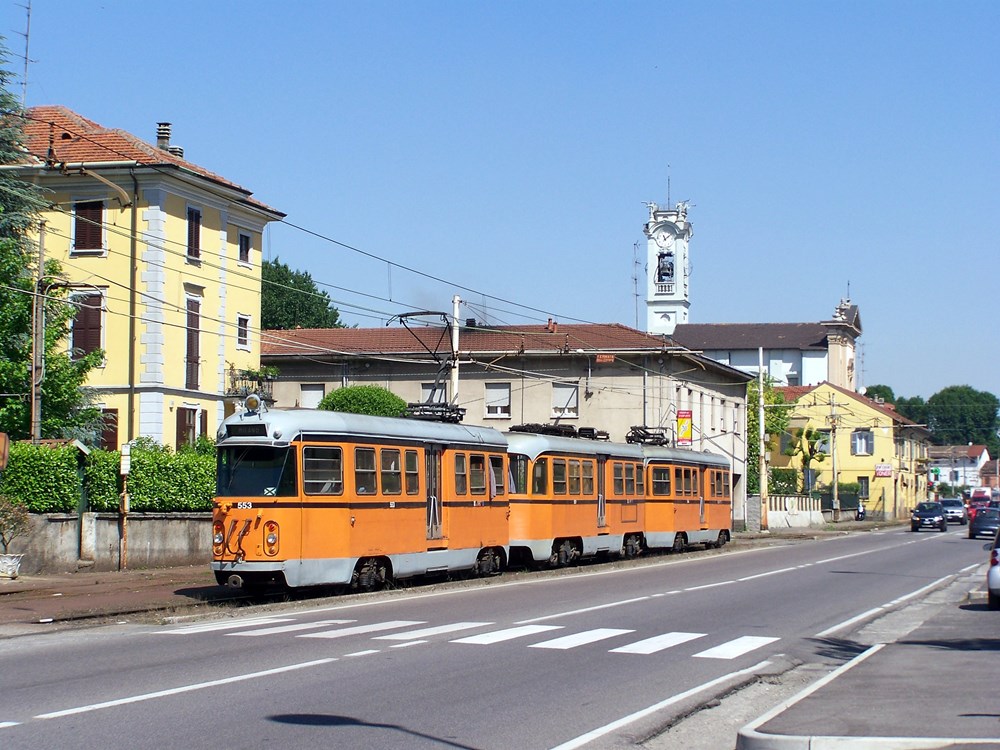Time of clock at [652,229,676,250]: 11:07
